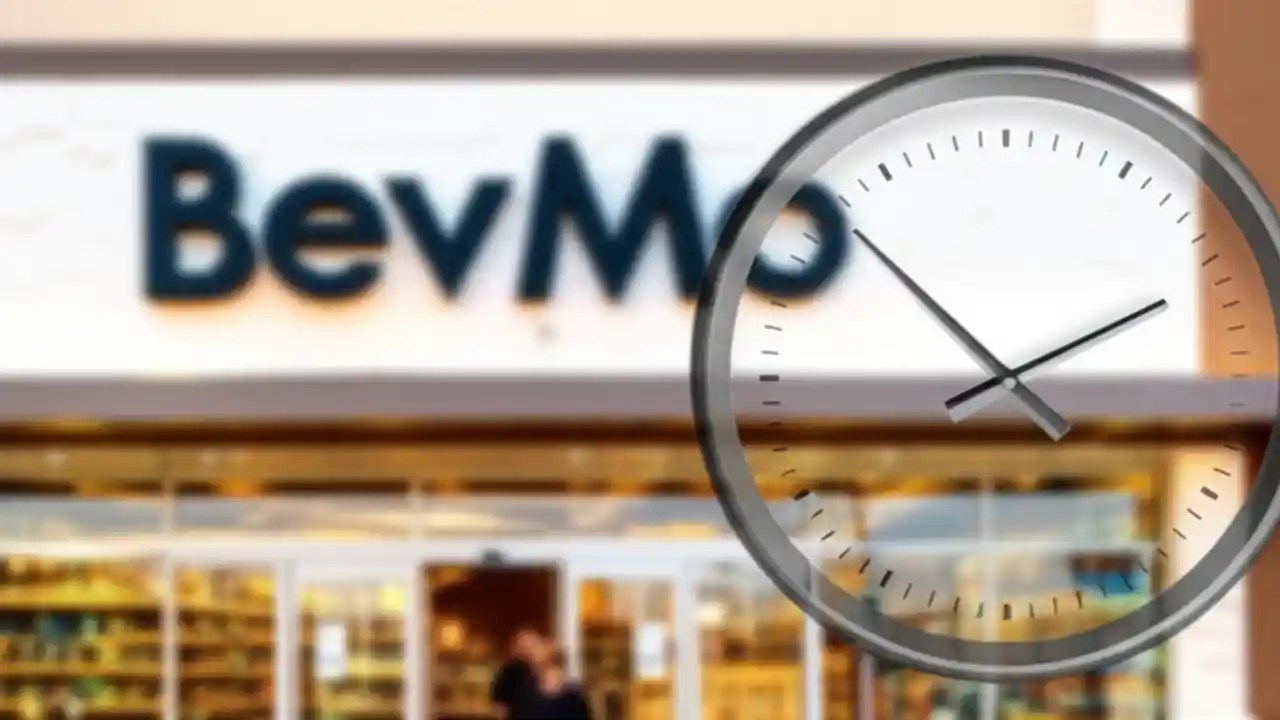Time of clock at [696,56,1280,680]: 1:52
